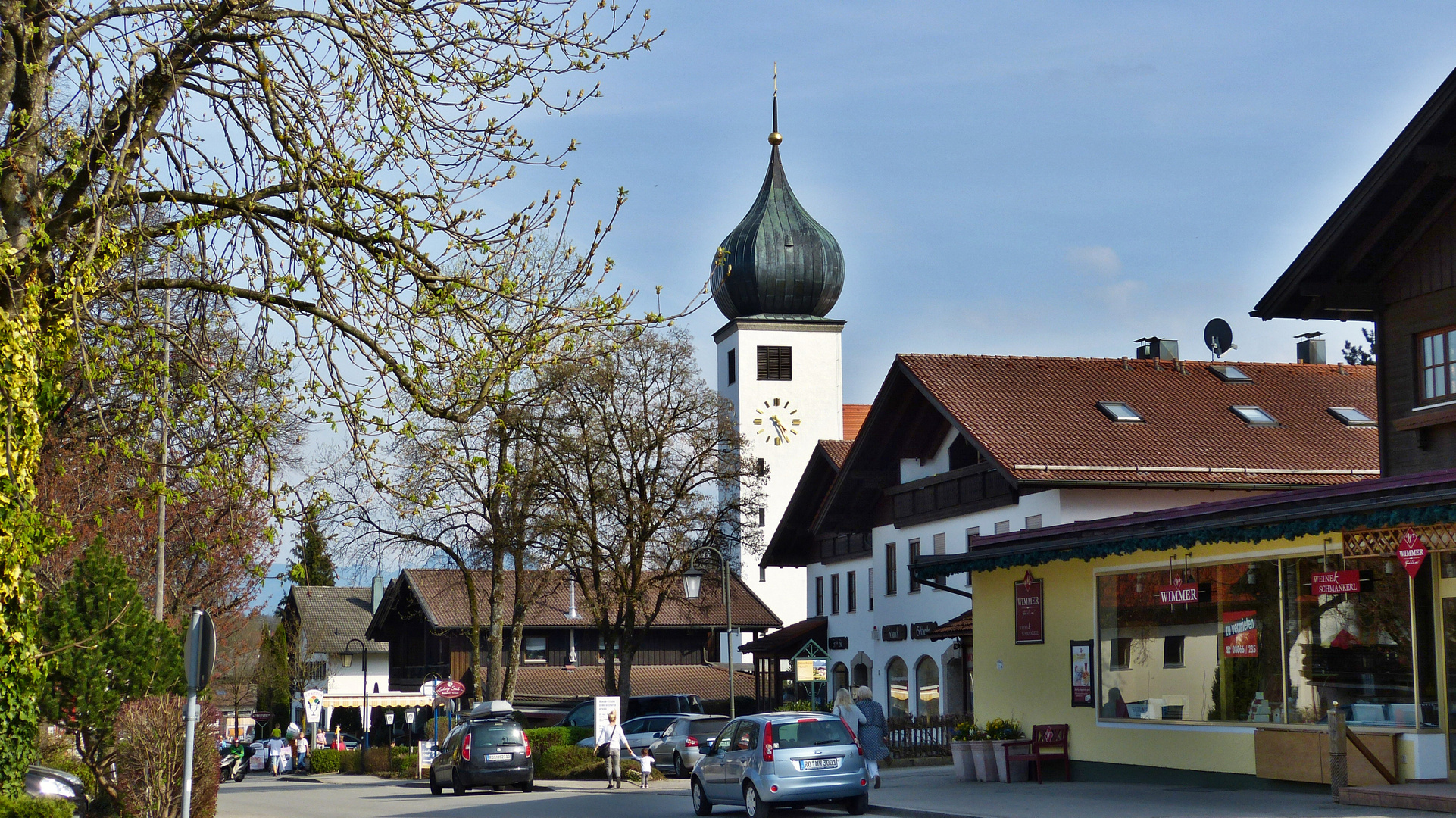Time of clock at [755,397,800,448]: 4:26
